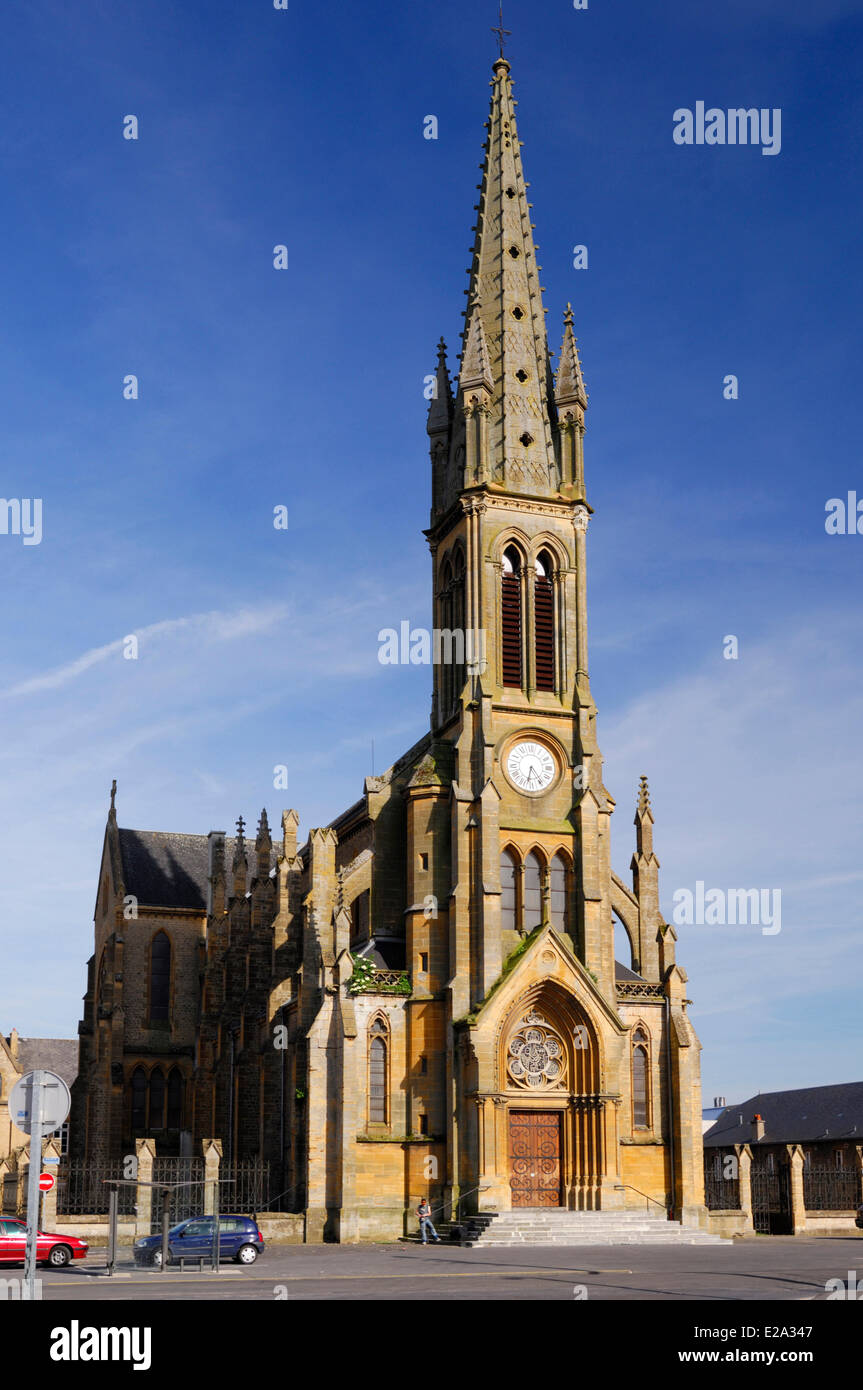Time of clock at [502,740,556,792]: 6:24
